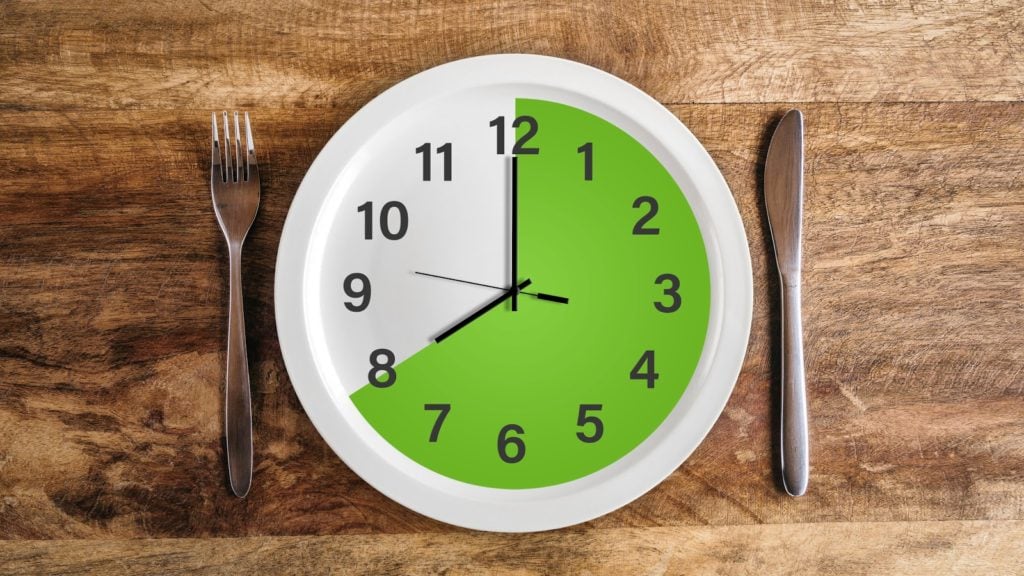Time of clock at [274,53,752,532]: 7:59
